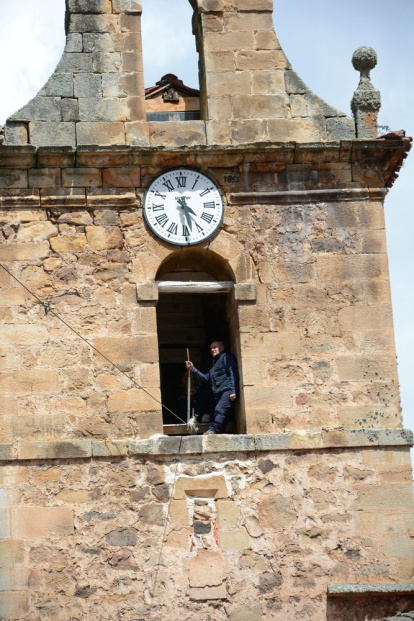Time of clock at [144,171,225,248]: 4:28
